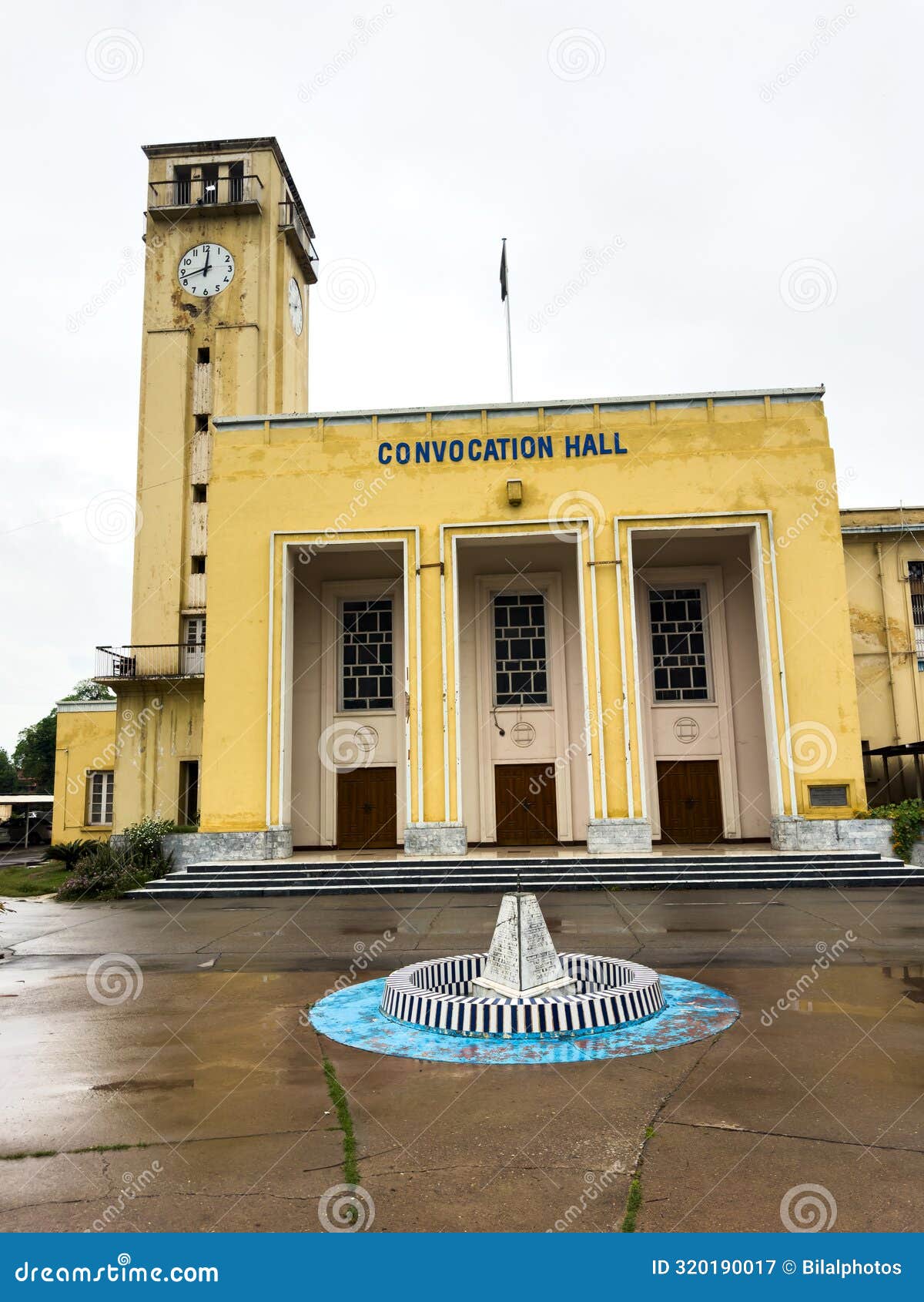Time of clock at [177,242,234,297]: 11:42
